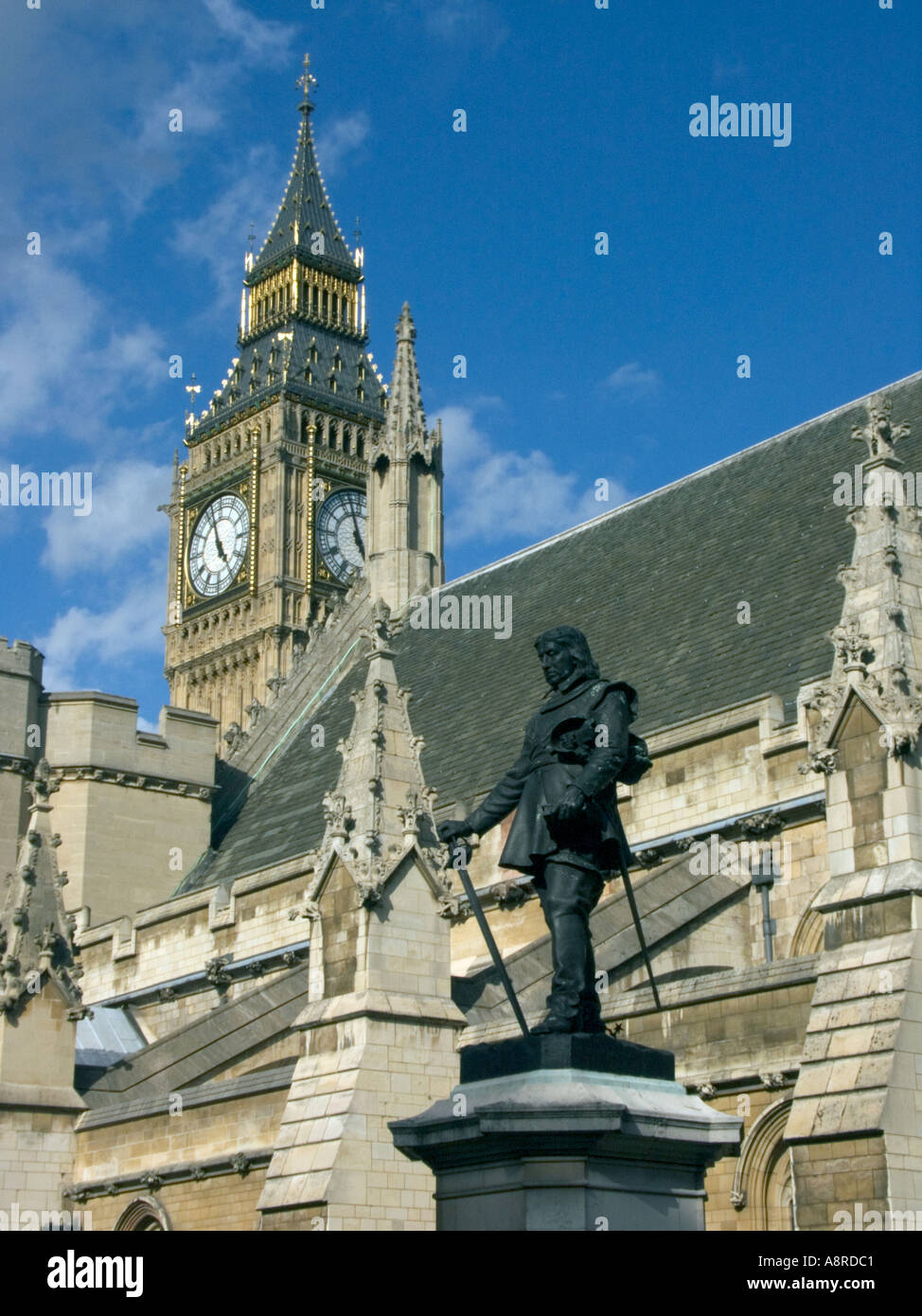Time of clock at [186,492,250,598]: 4:57
